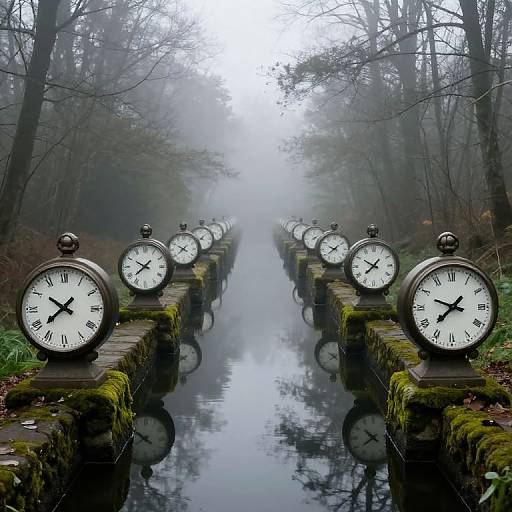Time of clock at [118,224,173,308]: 7:49
